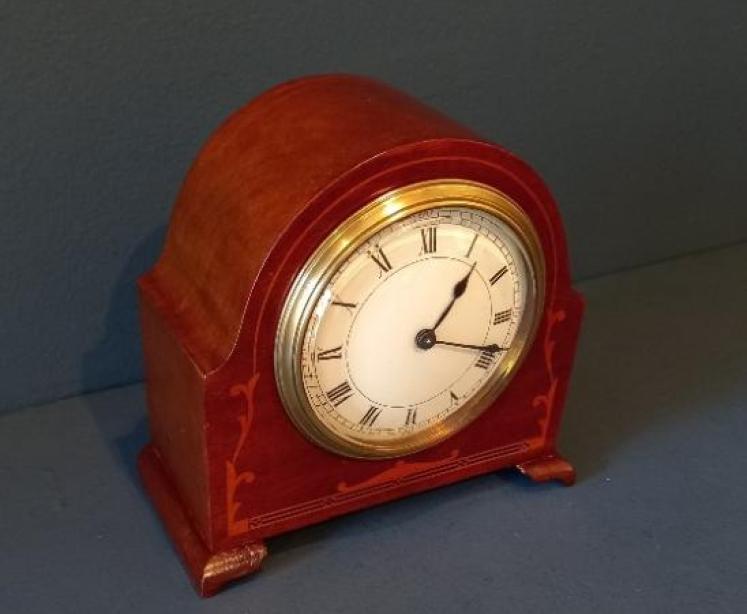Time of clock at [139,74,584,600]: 1:18
